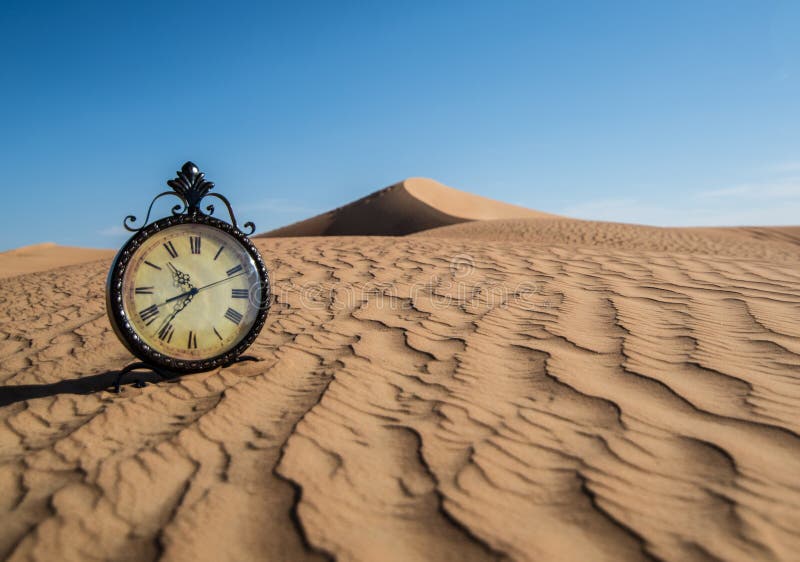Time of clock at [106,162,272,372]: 10:41
